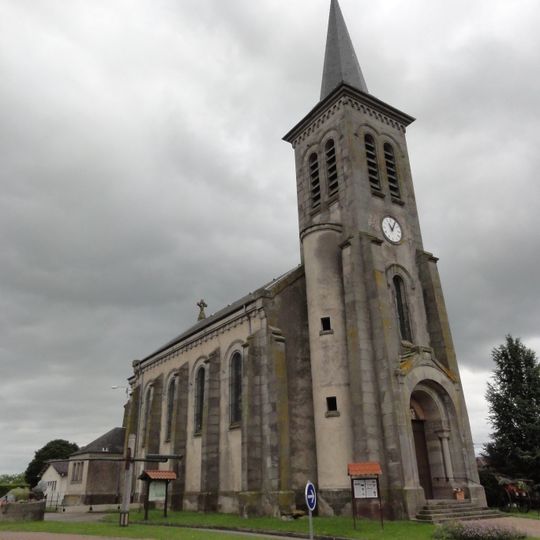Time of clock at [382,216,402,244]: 11:05
